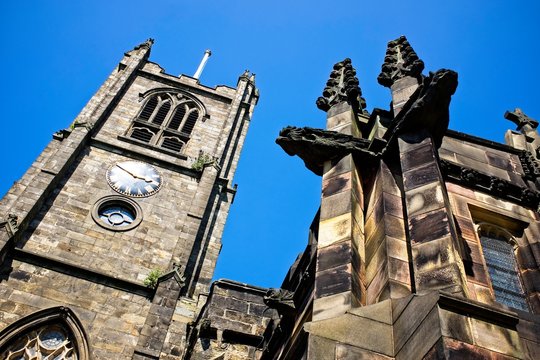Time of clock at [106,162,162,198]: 2:50
